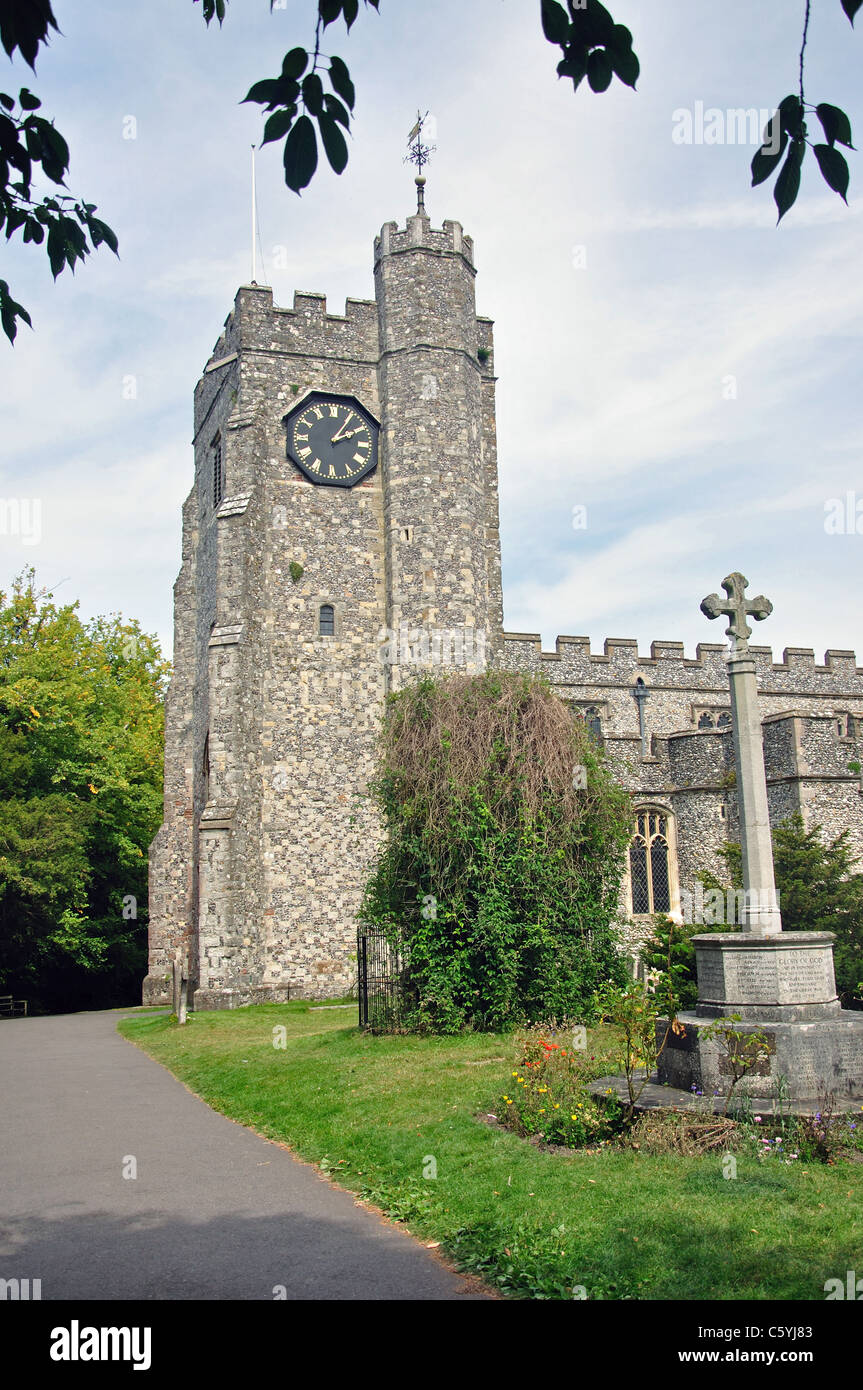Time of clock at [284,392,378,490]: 2:05
